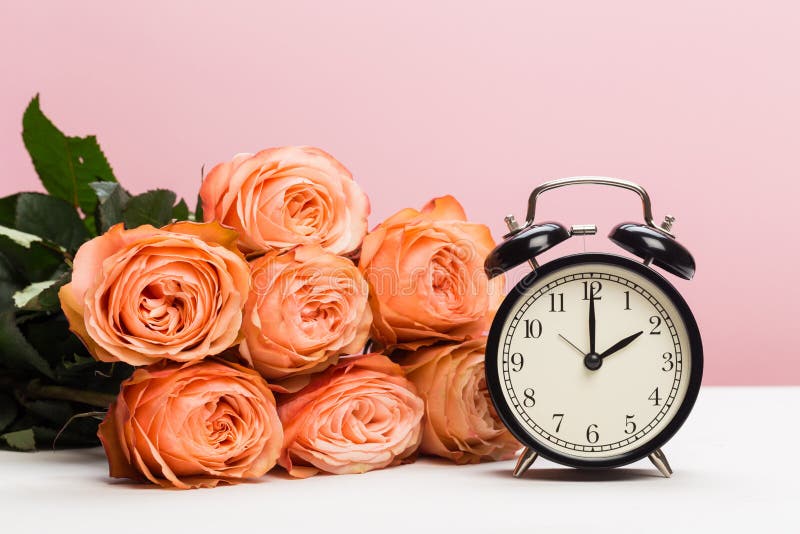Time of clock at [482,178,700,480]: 2:00
